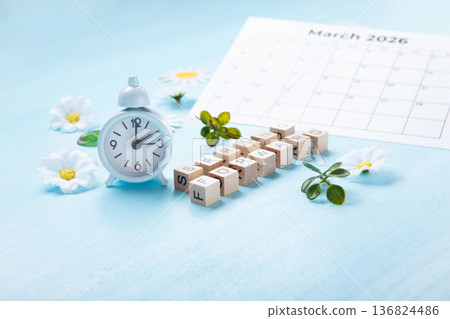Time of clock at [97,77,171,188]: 2:00
